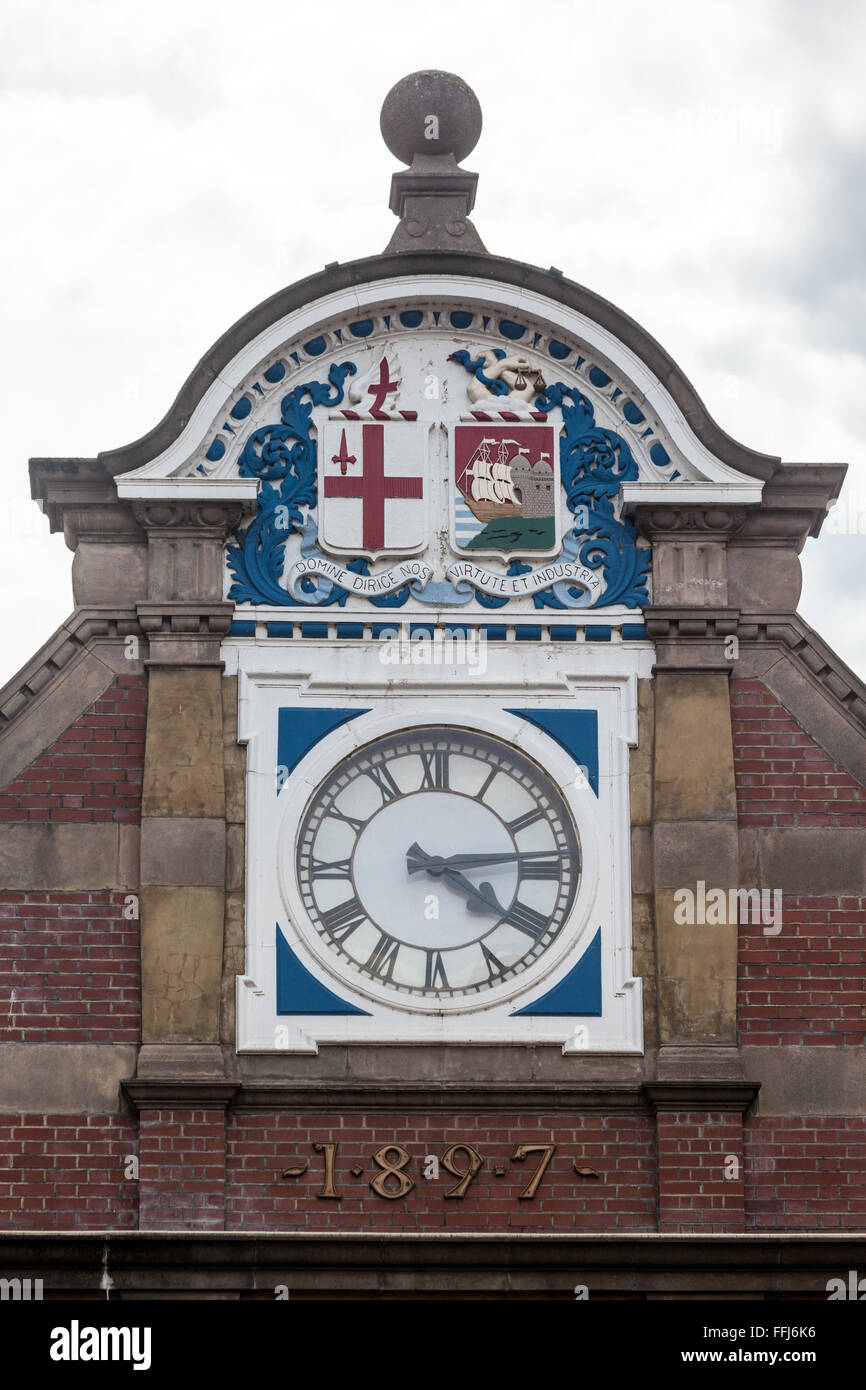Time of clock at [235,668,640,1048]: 4:14
